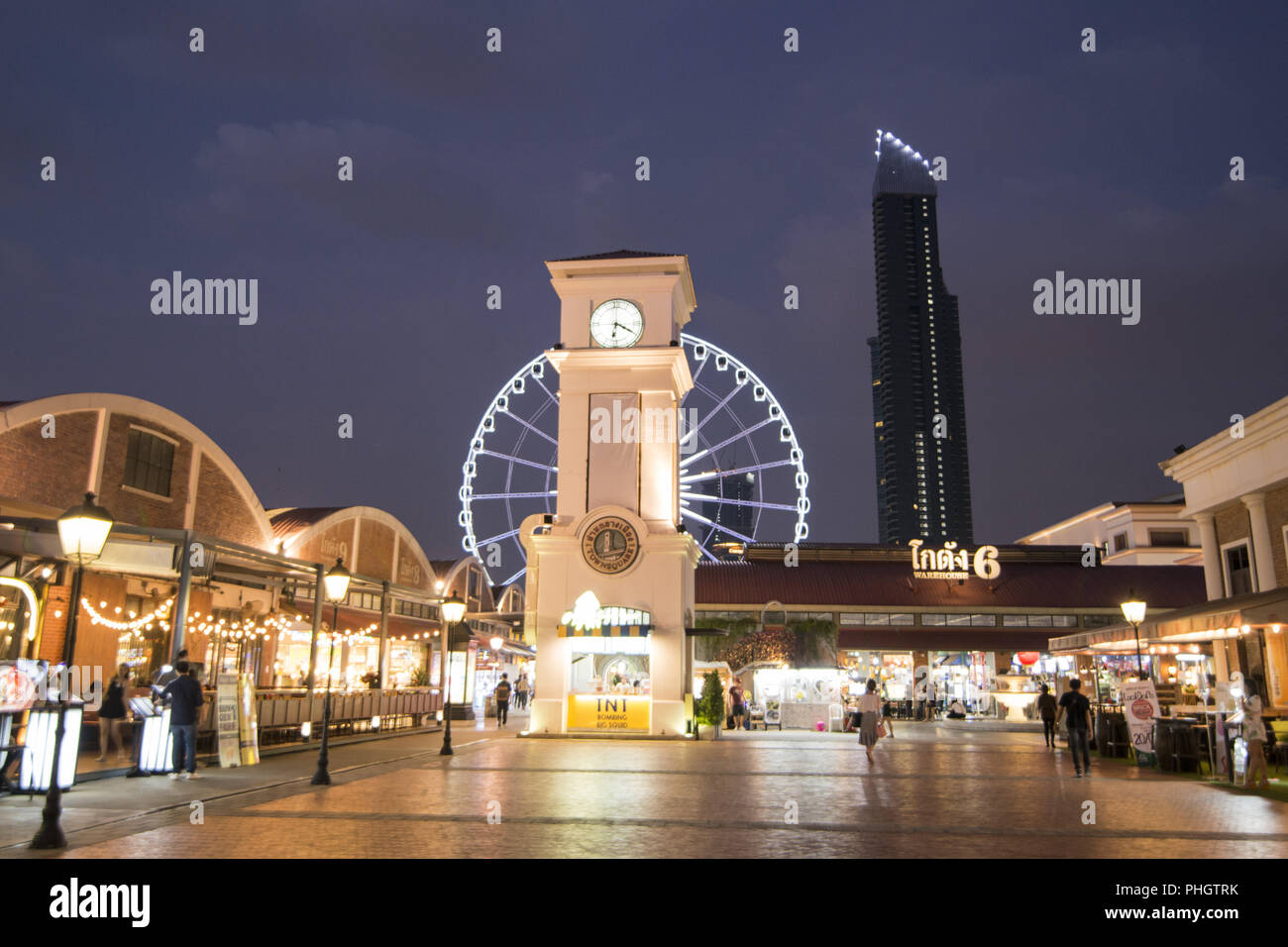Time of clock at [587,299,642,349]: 6:19
